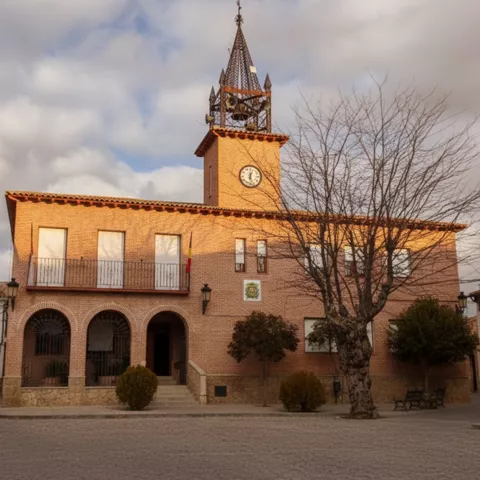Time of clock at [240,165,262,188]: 12:27
